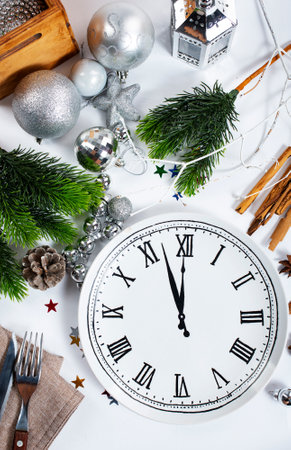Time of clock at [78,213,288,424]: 11:56
